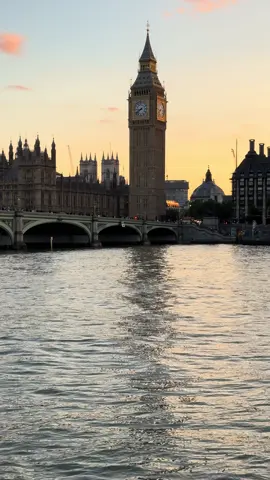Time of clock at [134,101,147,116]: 8:38
